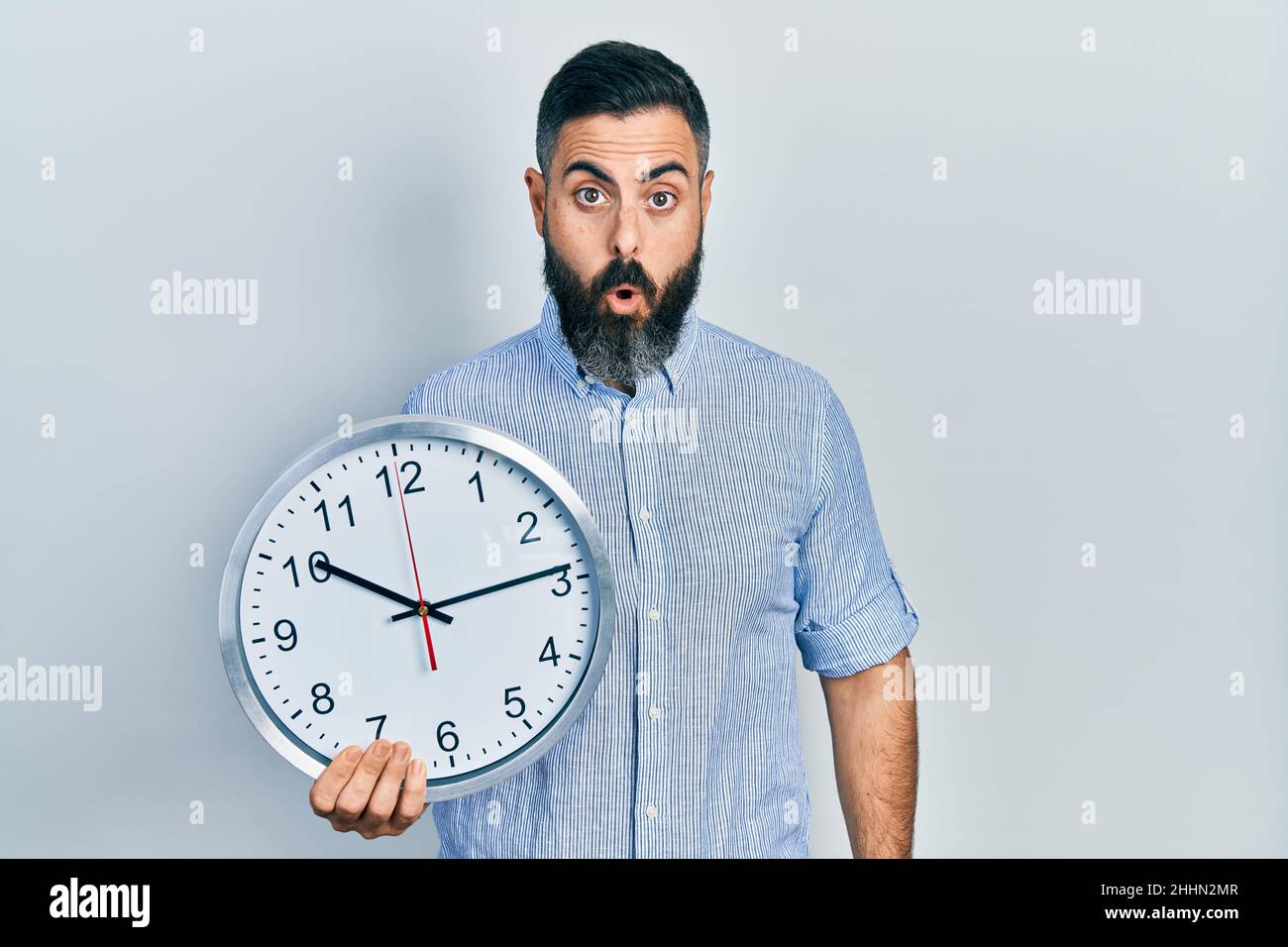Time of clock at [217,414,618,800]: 10:14
